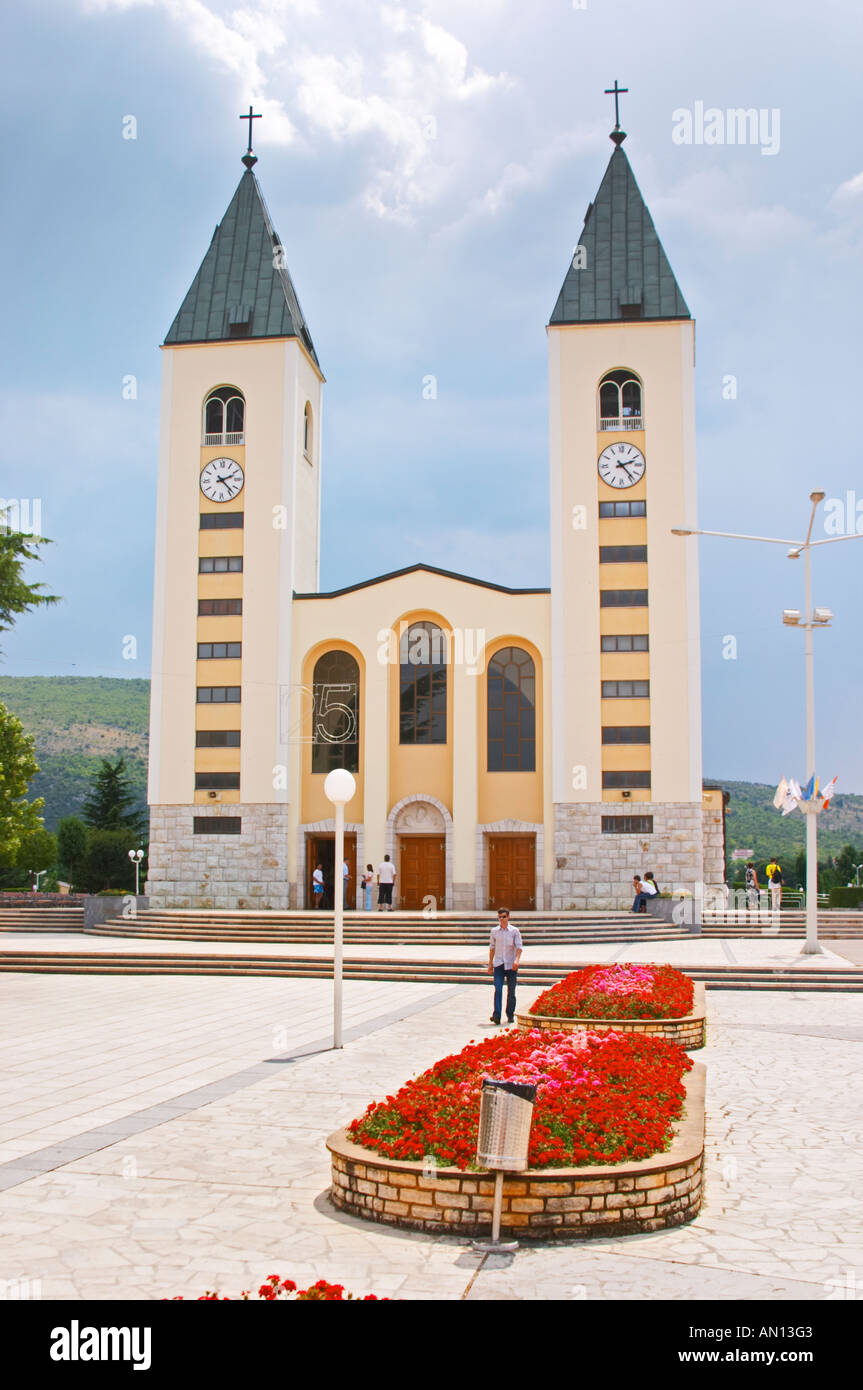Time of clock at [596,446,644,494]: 2:23
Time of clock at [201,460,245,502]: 2:23
